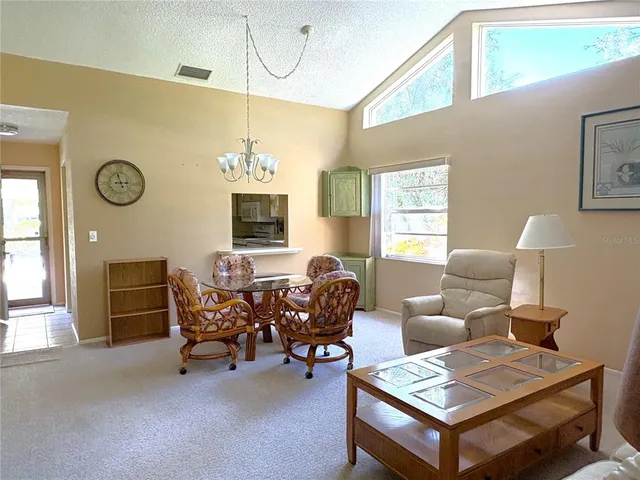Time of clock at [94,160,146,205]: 2:57
